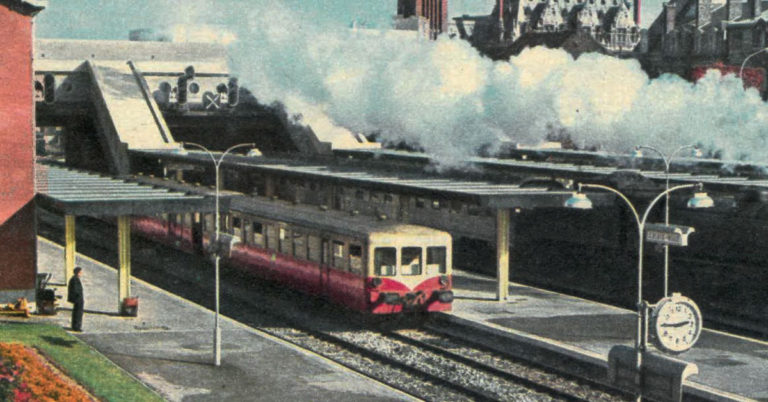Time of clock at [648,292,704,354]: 2:45
